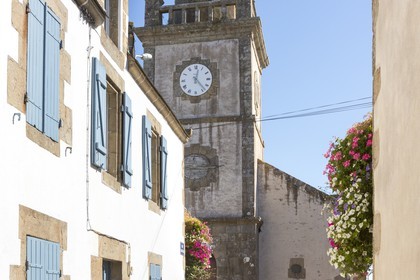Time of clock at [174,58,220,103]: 12:23
